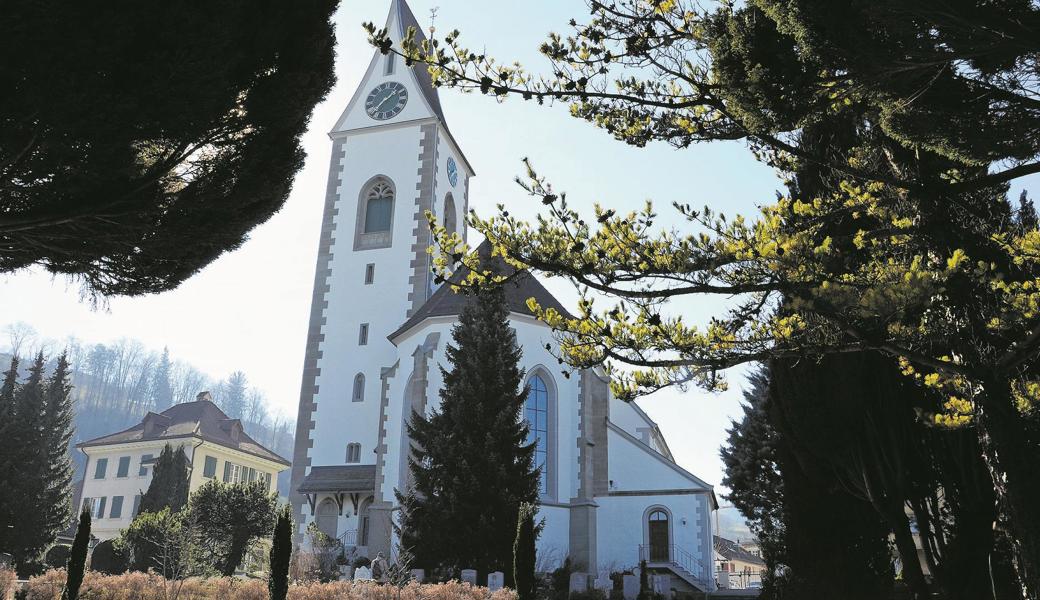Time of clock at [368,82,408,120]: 7:07
